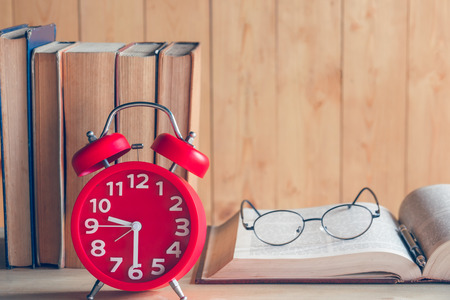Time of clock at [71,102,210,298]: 9:30
